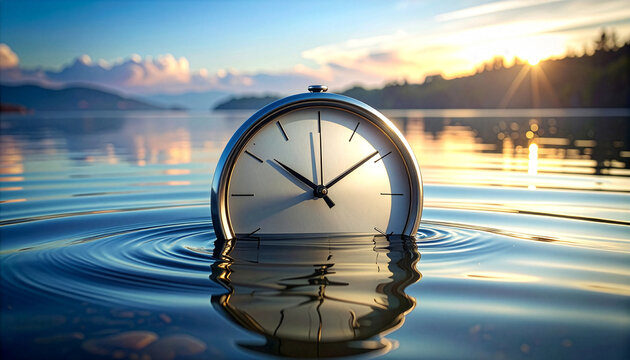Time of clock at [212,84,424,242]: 10:08
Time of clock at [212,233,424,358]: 10:08
